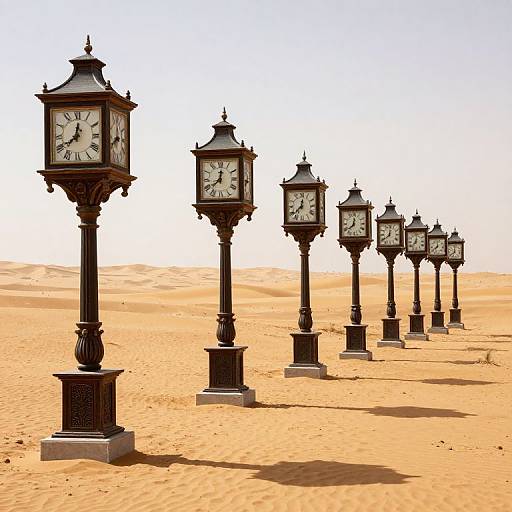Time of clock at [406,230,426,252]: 7:00
